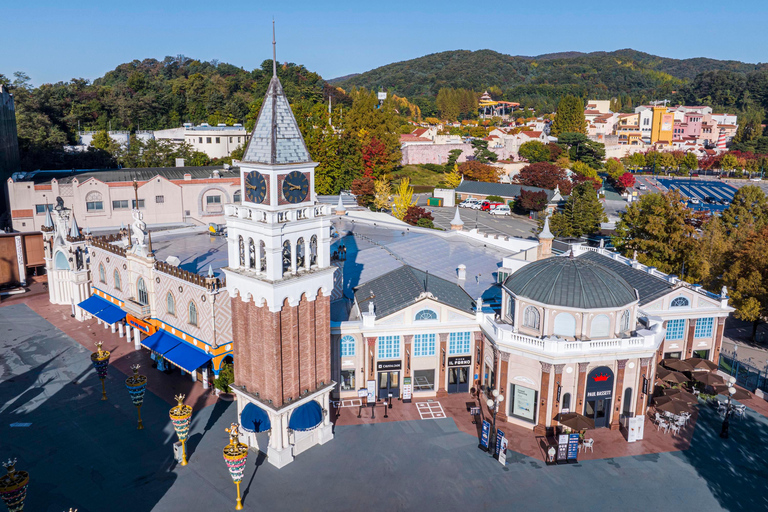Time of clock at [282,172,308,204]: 8:48
